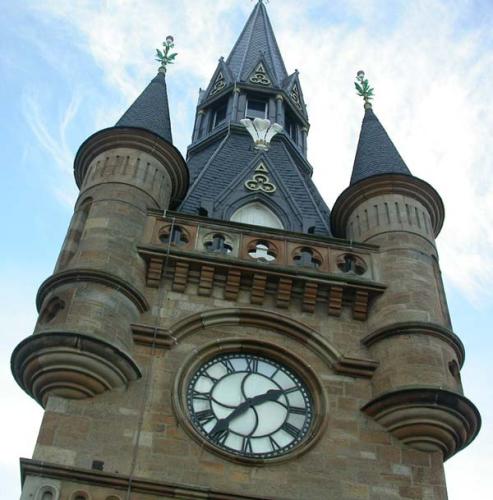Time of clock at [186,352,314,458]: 1:36
